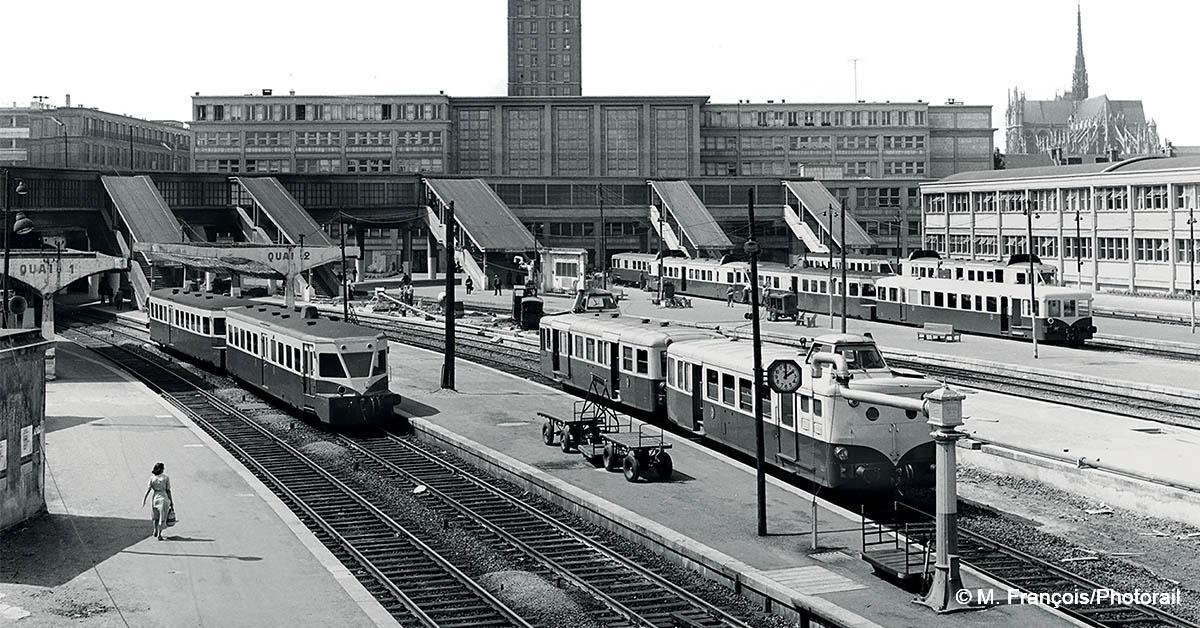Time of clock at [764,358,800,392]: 2:00
